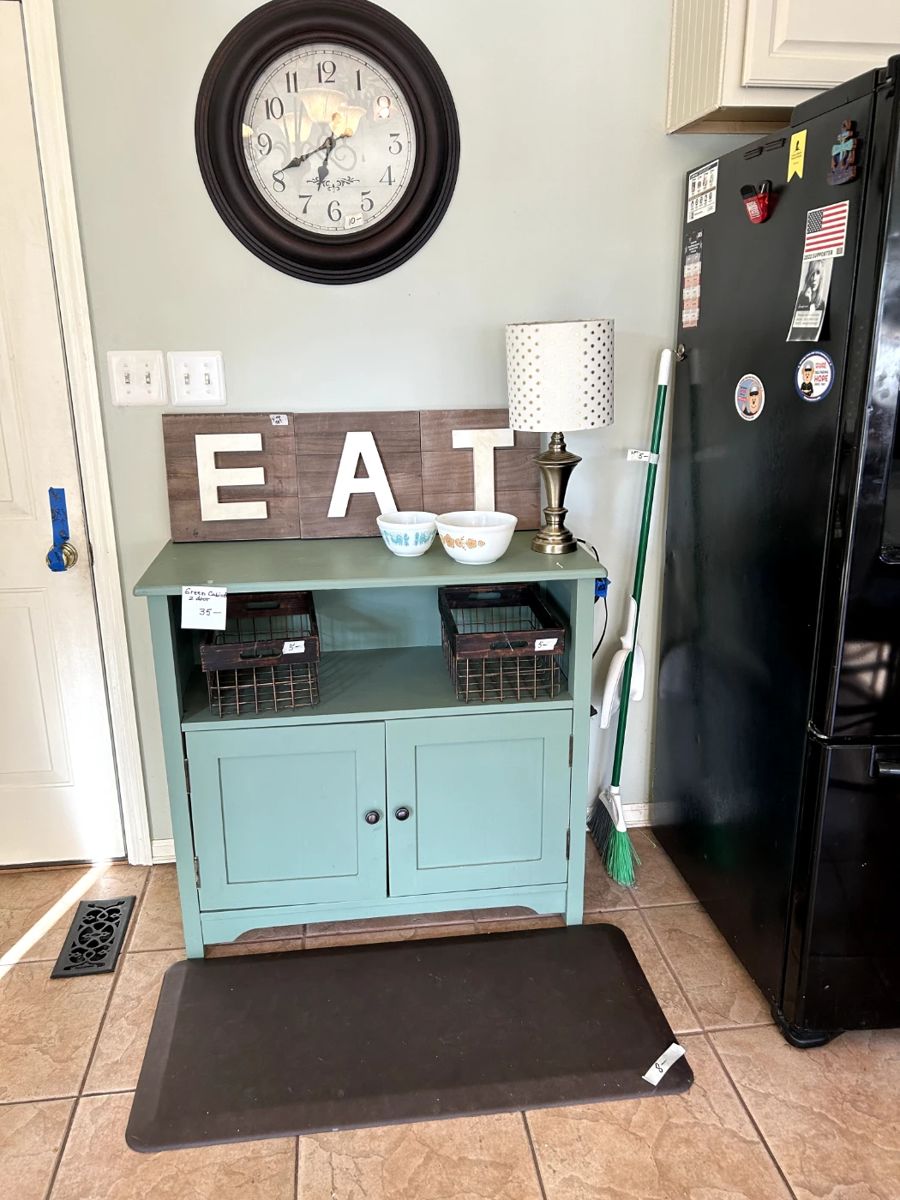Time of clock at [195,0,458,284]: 6:40
